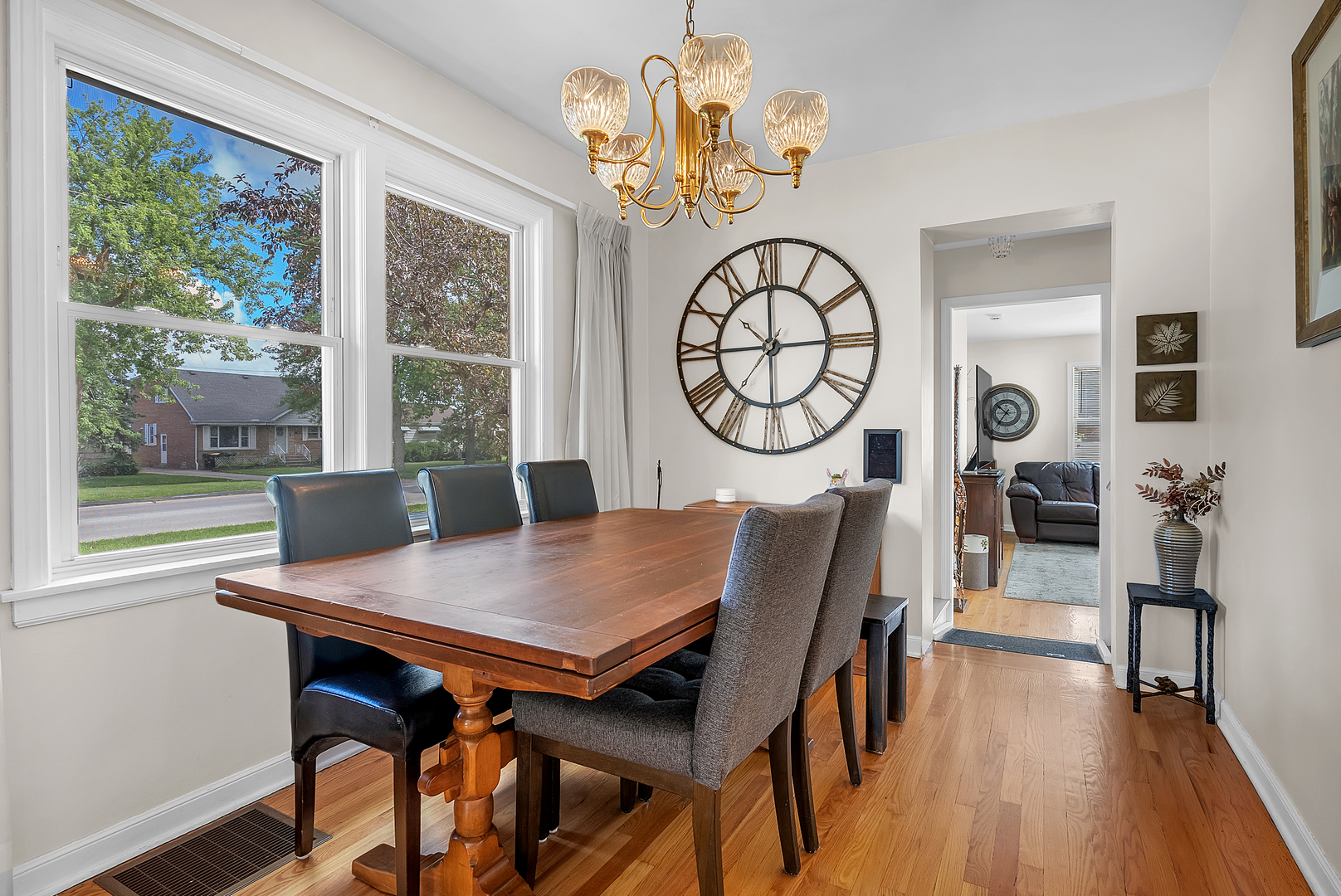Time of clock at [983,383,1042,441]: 10:36
